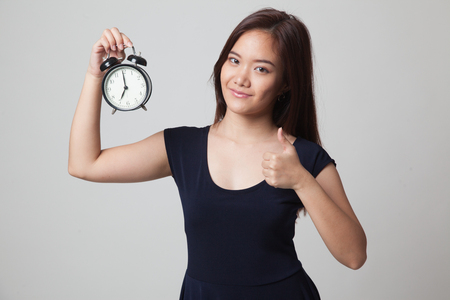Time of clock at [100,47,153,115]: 6:59
